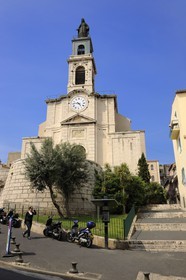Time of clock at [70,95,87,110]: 4:45
